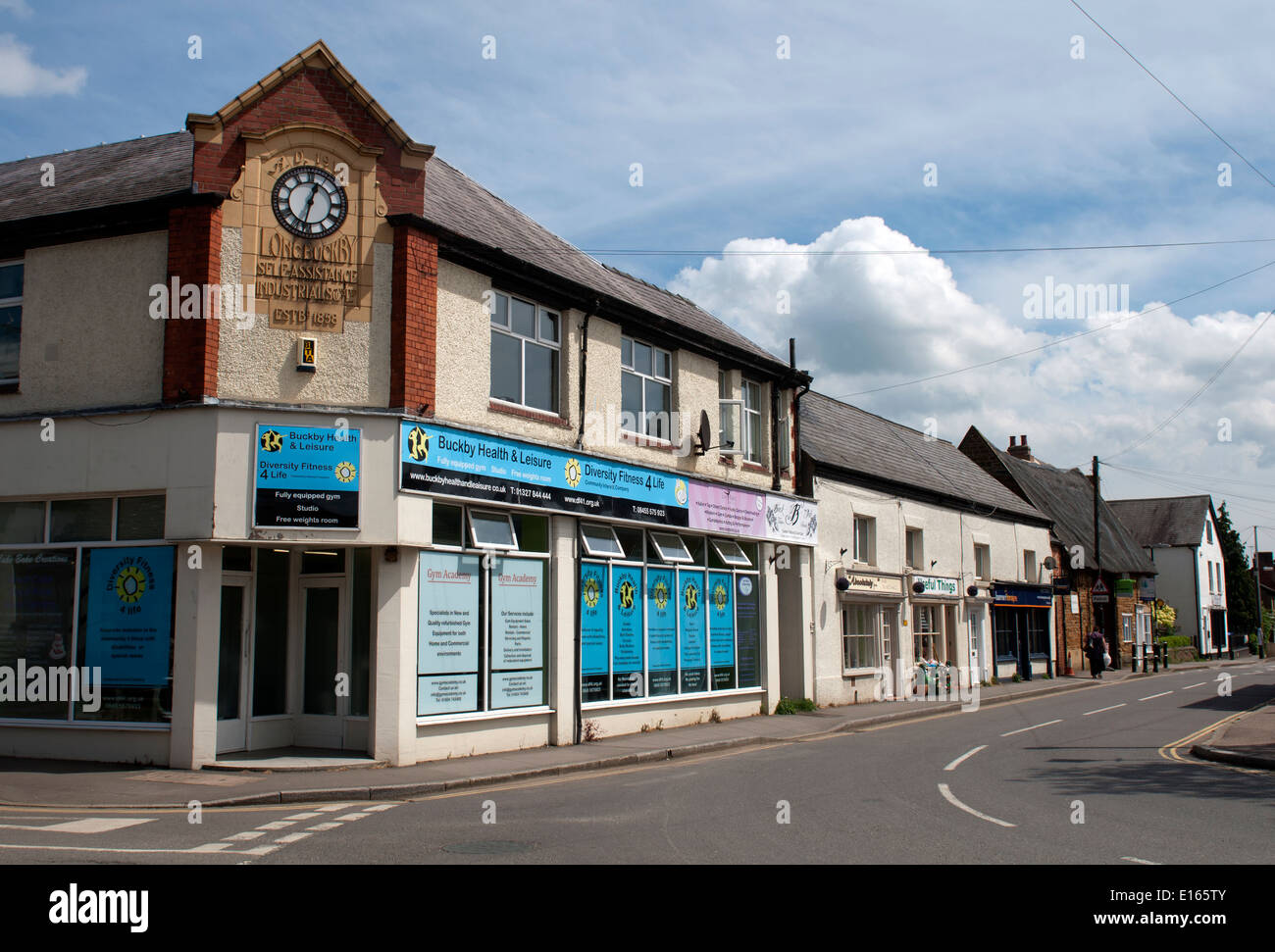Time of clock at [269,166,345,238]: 12:32
